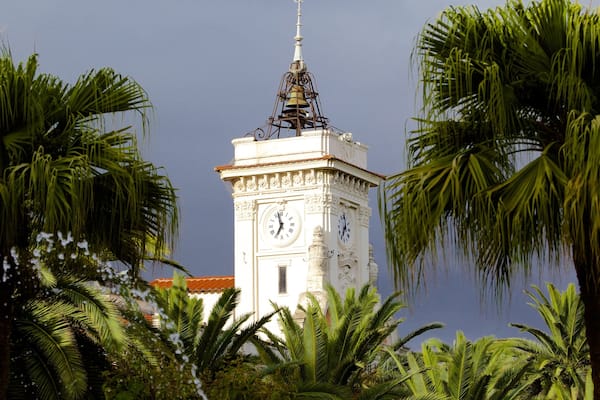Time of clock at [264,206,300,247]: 6:57
